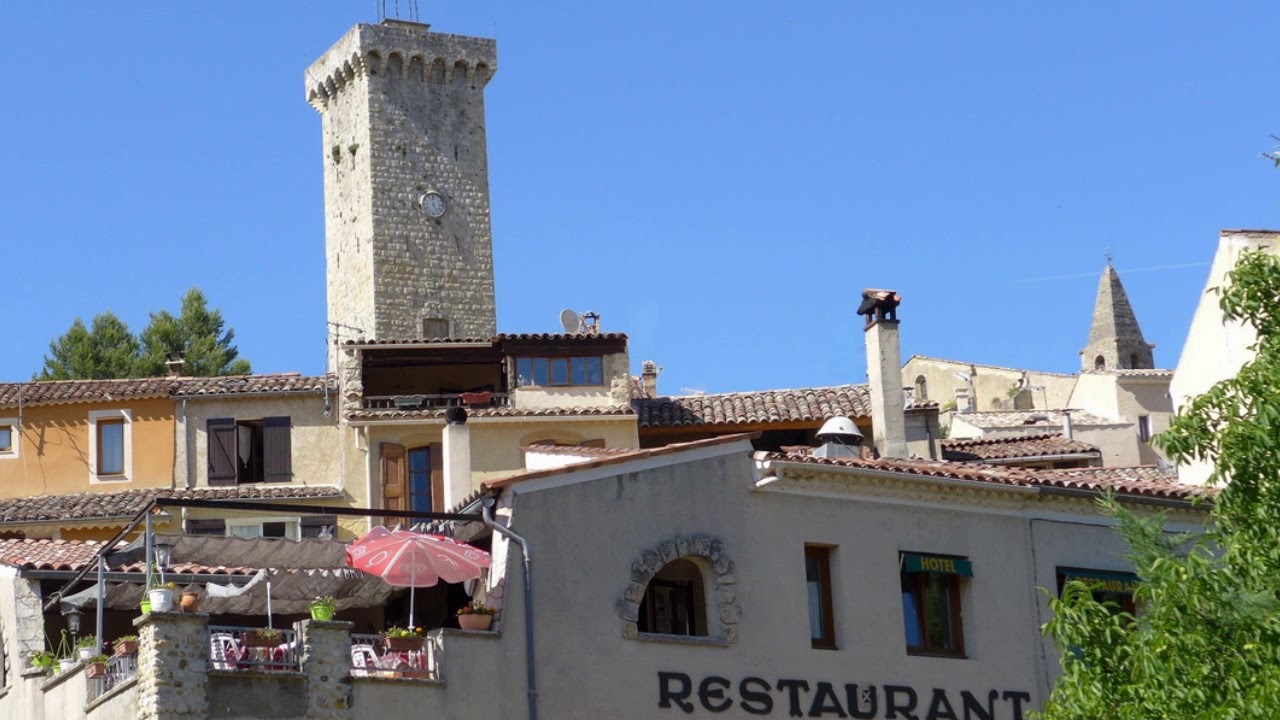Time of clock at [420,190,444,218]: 4:59
